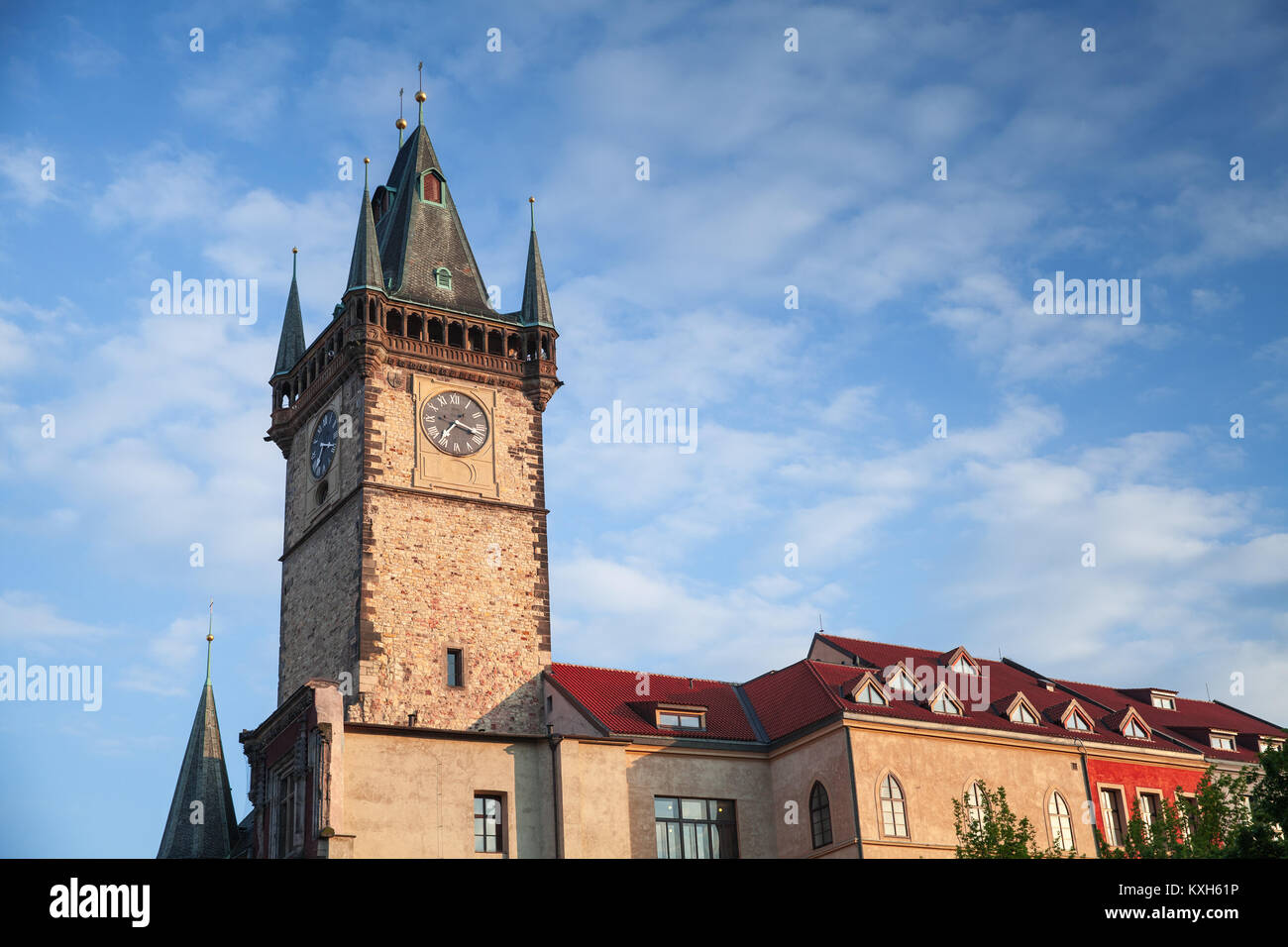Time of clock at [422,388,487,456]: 7:17
